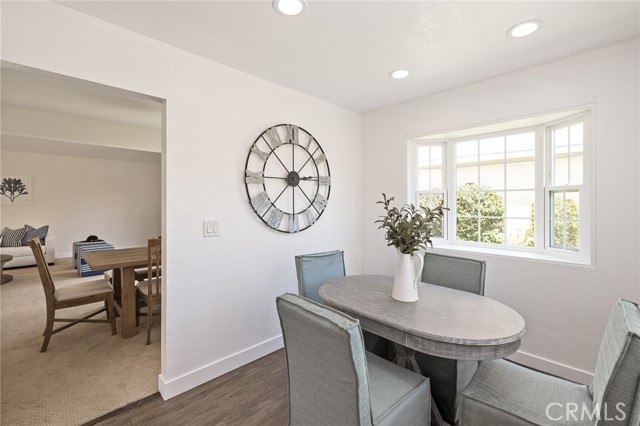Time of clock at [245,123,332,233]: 2:59
